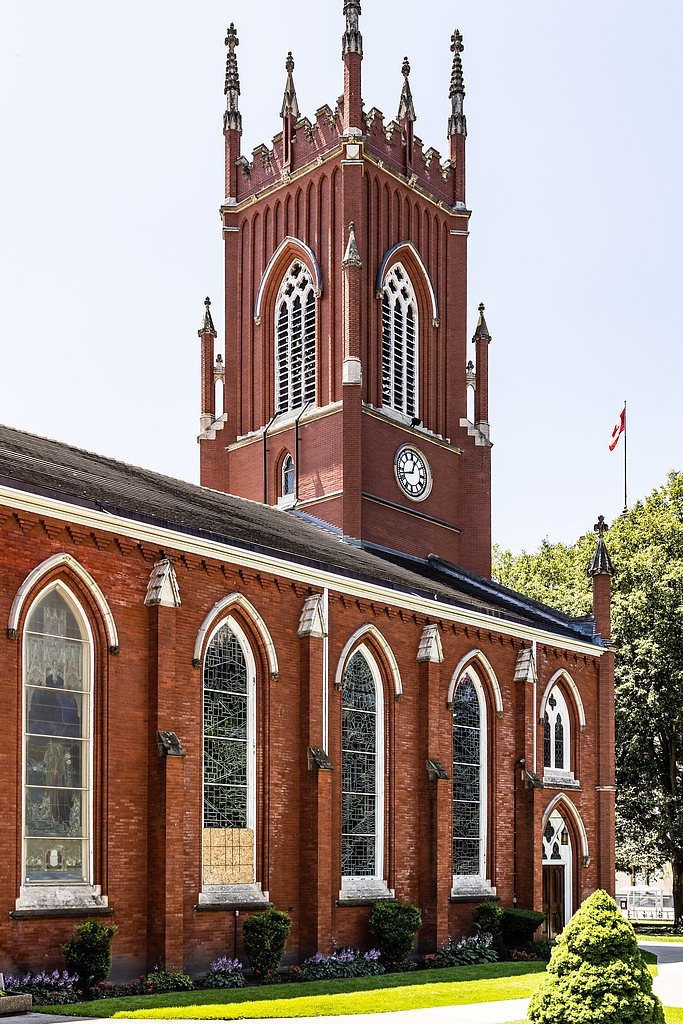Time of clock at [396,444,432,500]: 12:42
